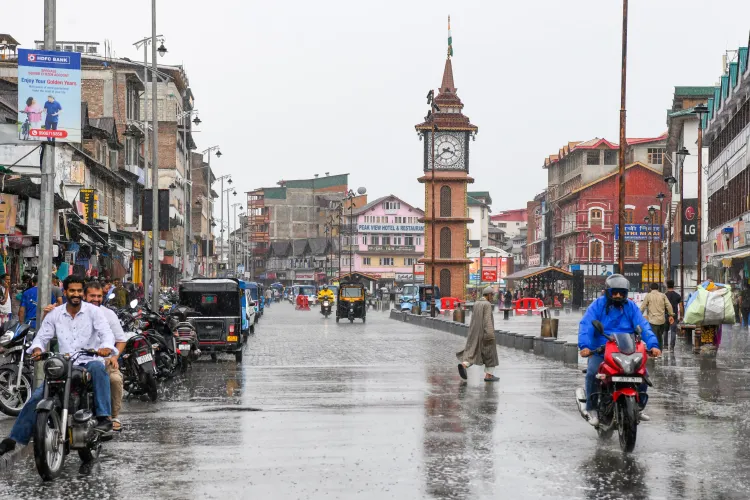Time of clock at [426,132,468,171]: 3:39
